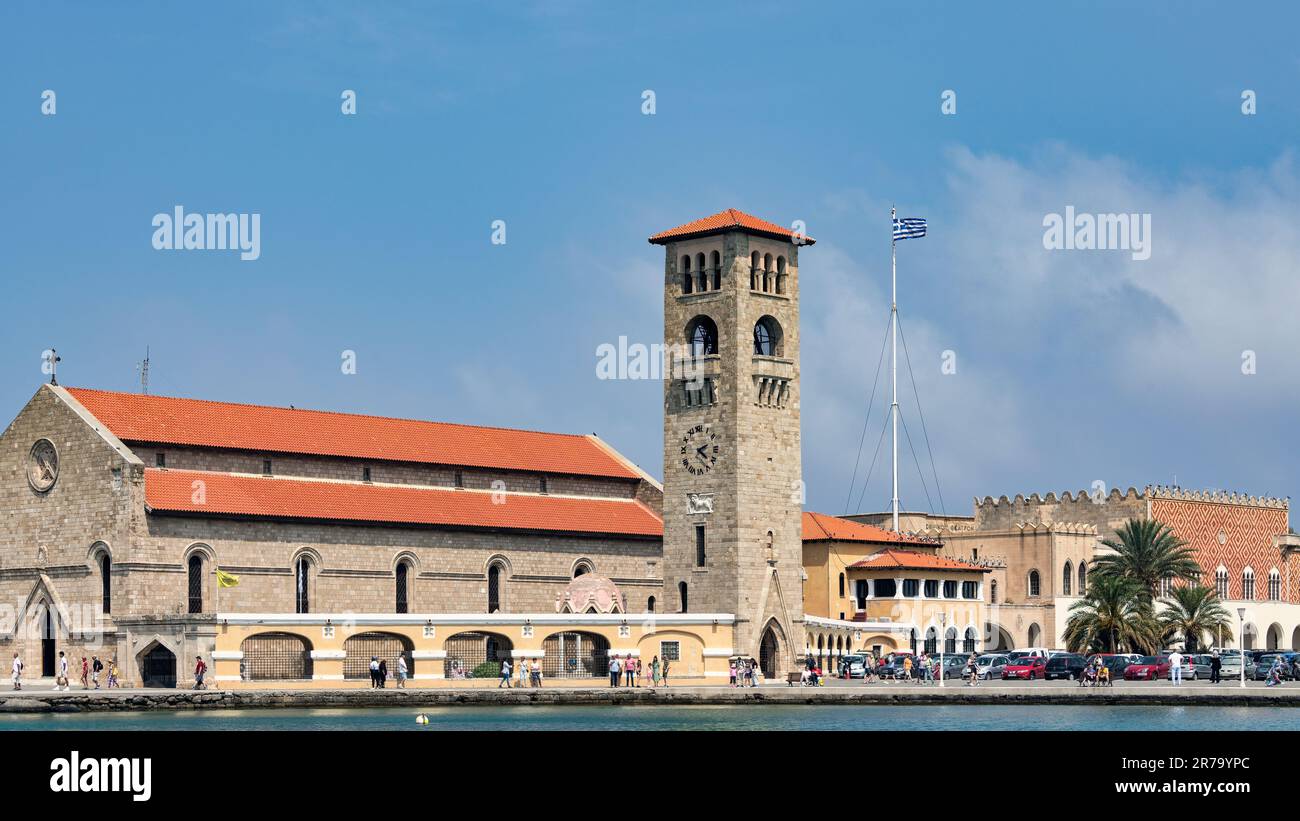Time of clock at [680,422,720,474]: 2:22
